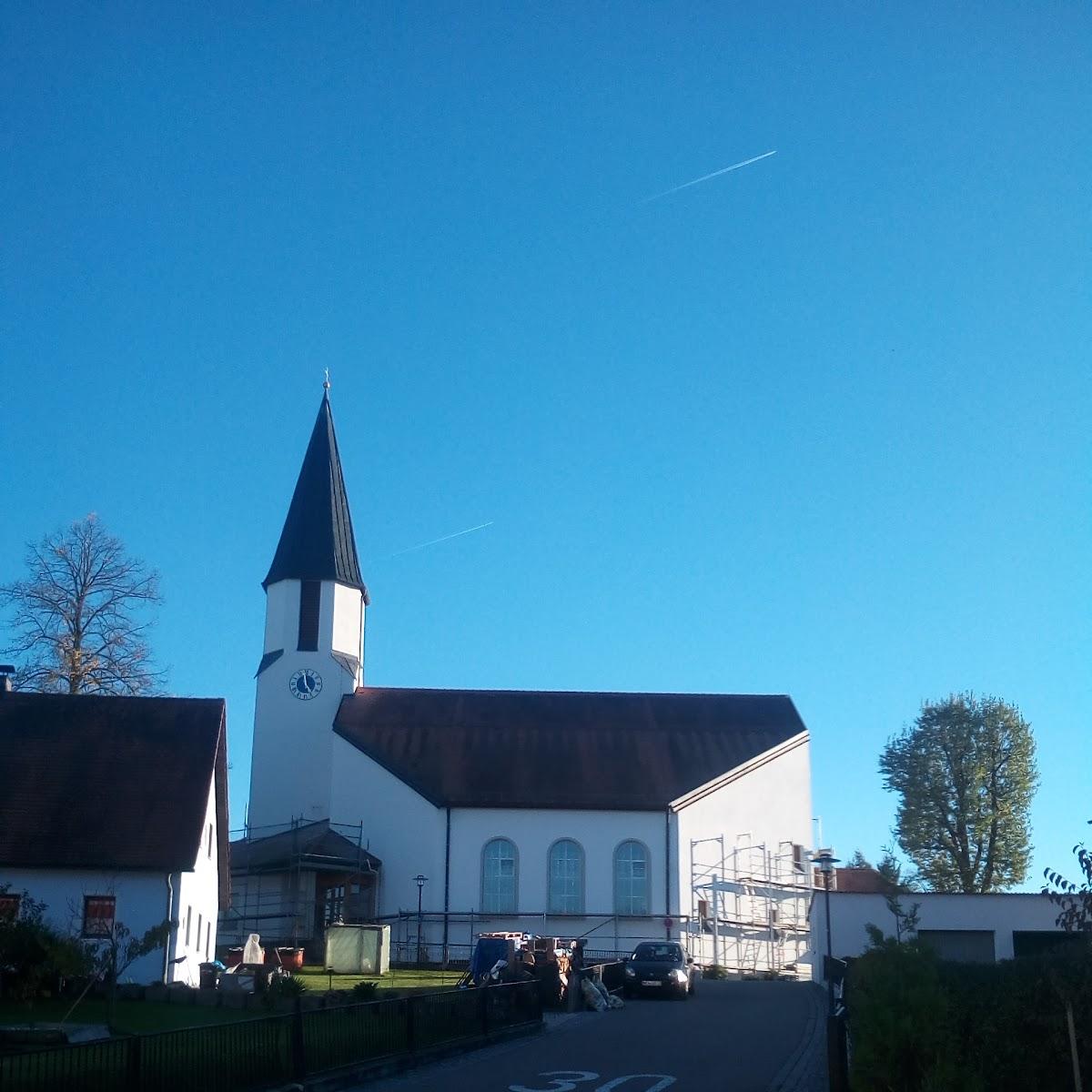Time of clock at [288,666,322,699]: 4:59
